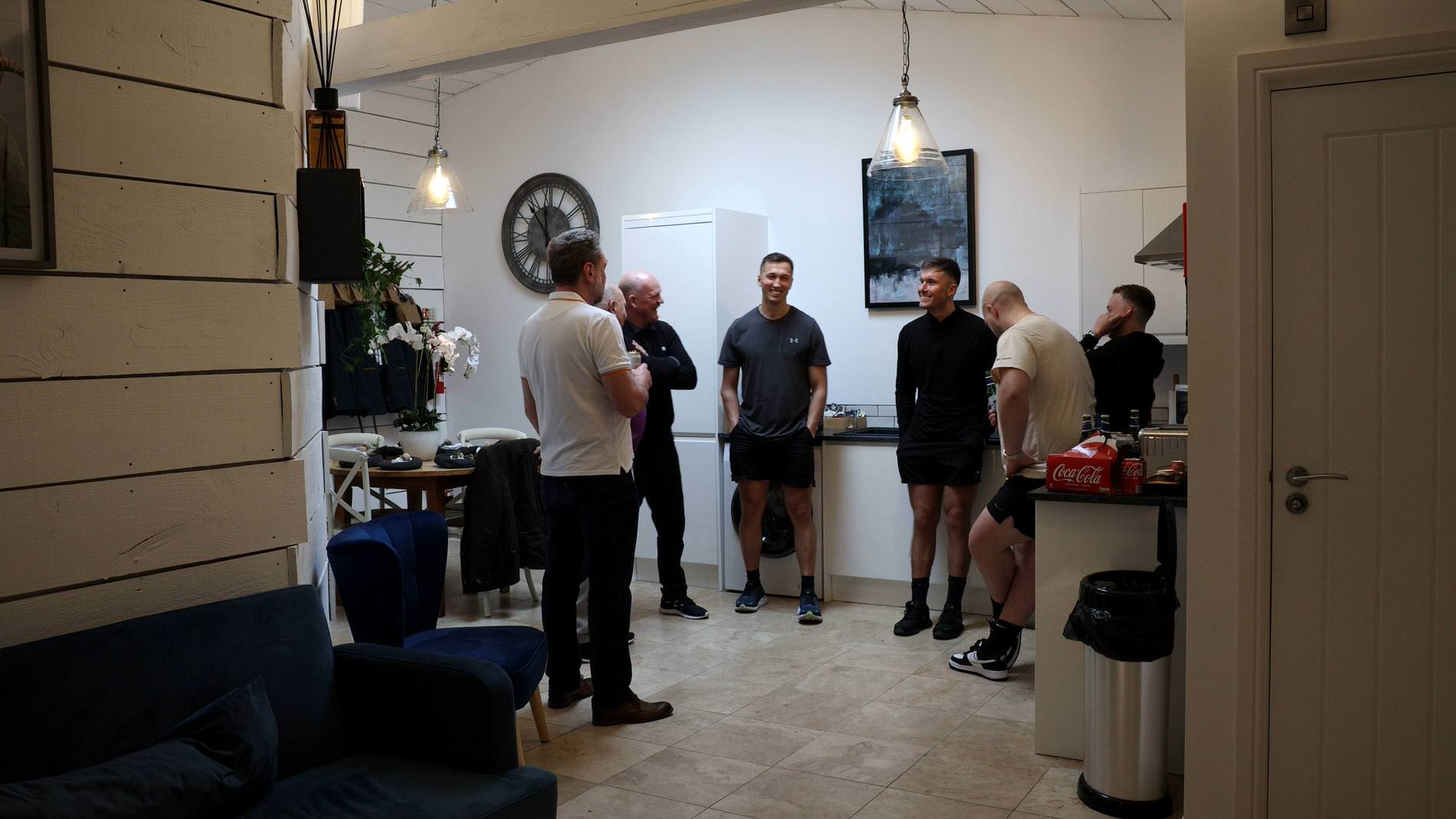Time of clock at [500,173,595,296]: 11:53
